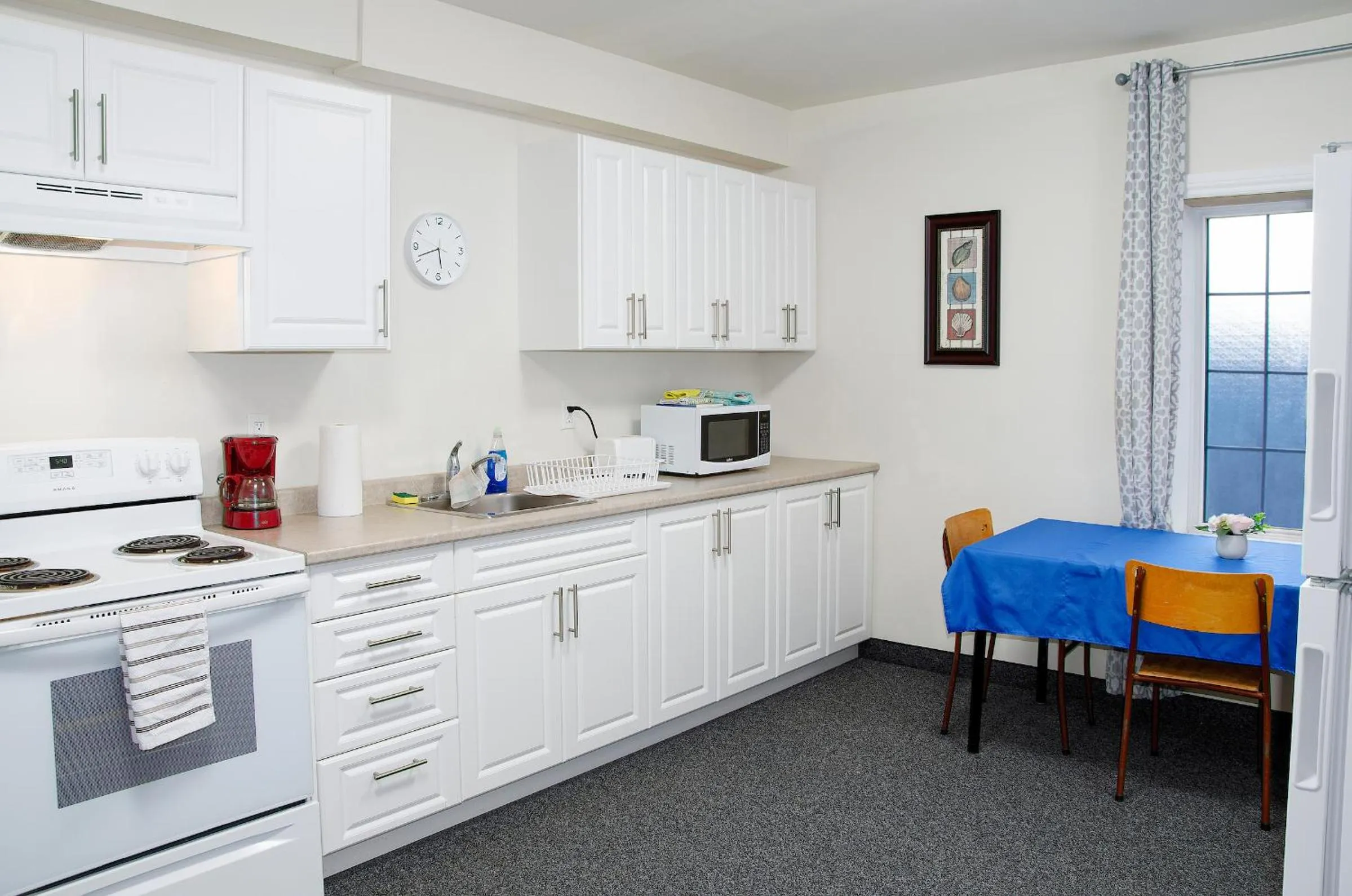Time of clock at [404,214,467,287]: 5:41
